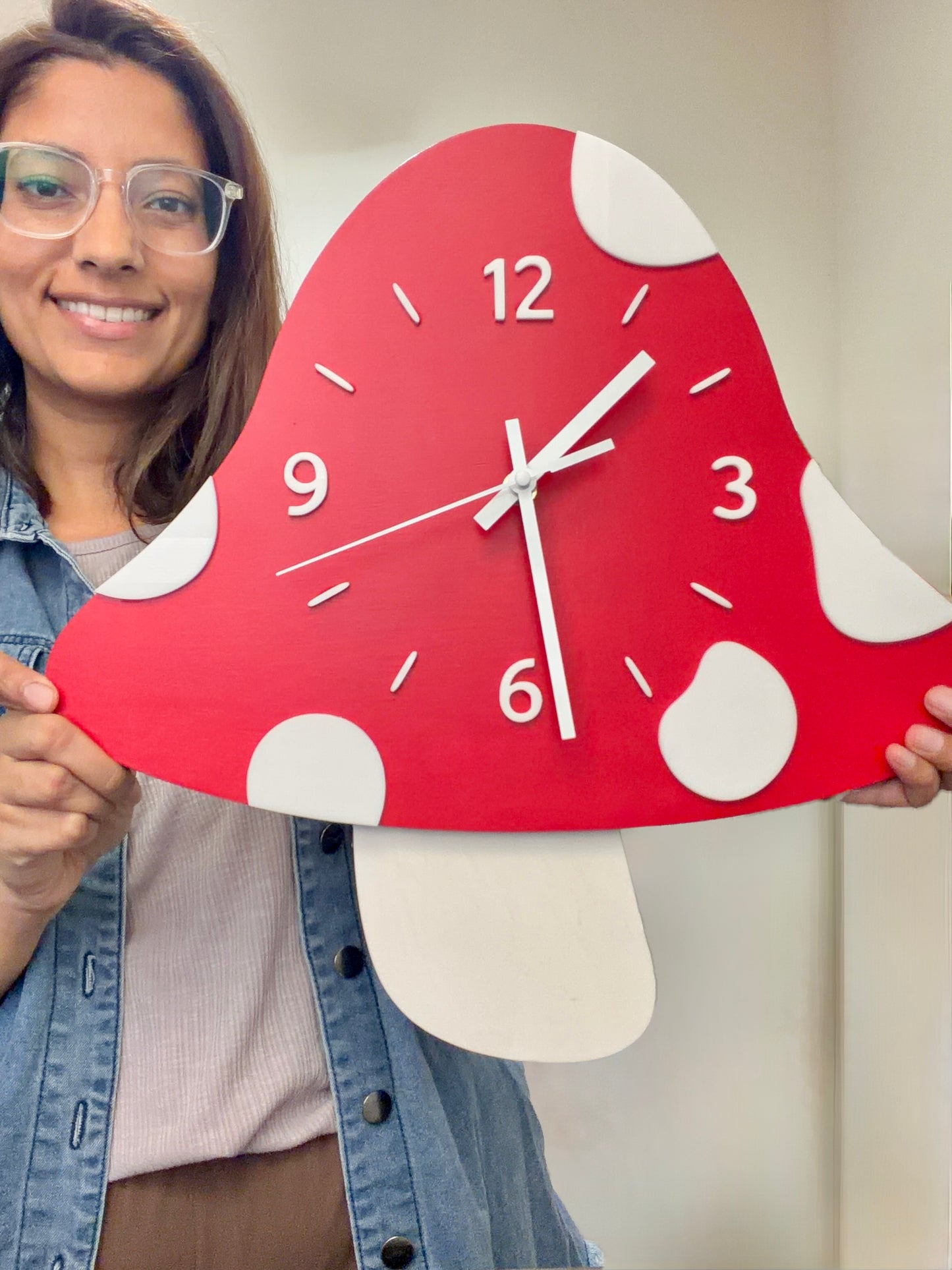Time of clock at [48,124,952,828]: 1:28
